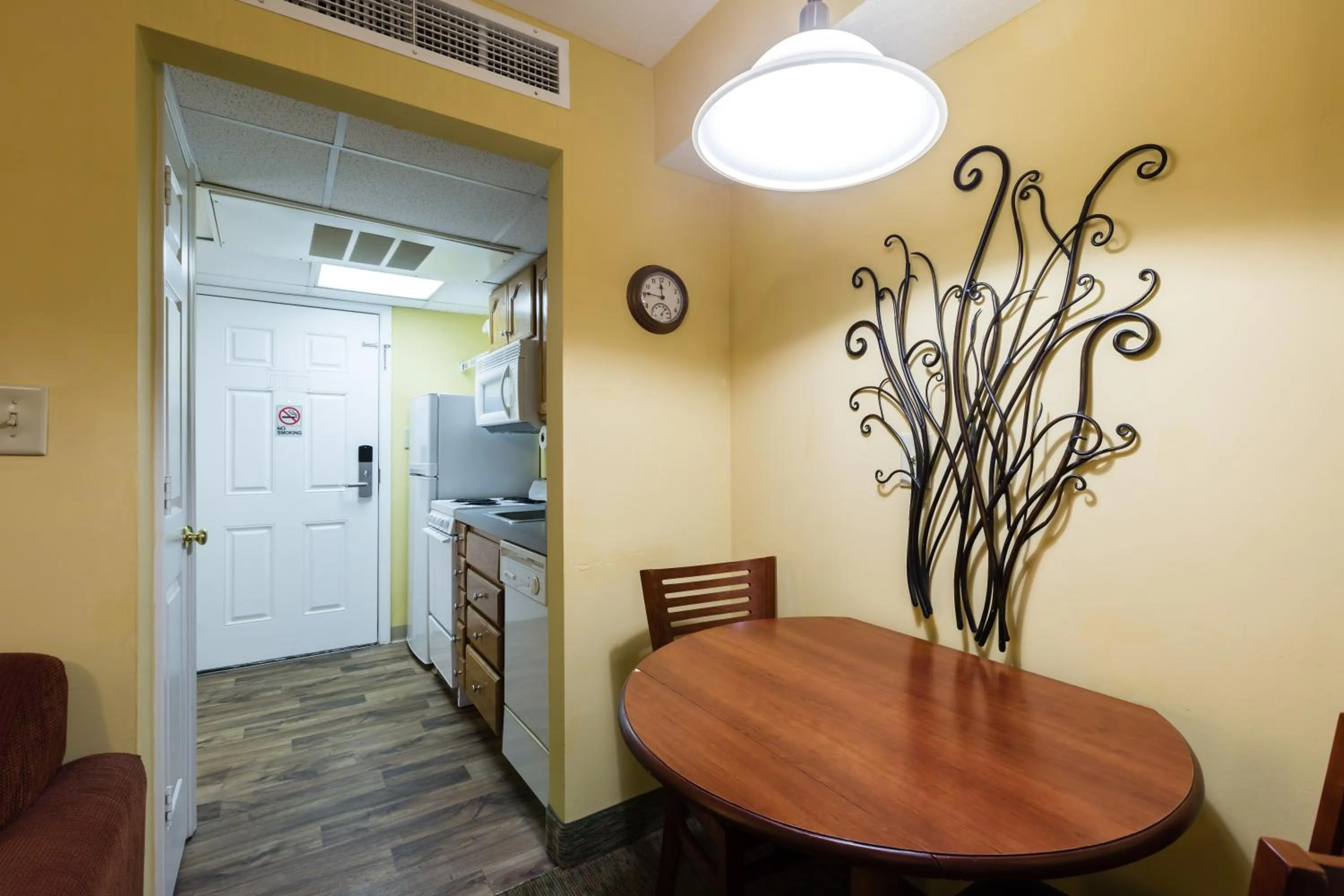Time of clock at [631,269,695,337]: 11:46
